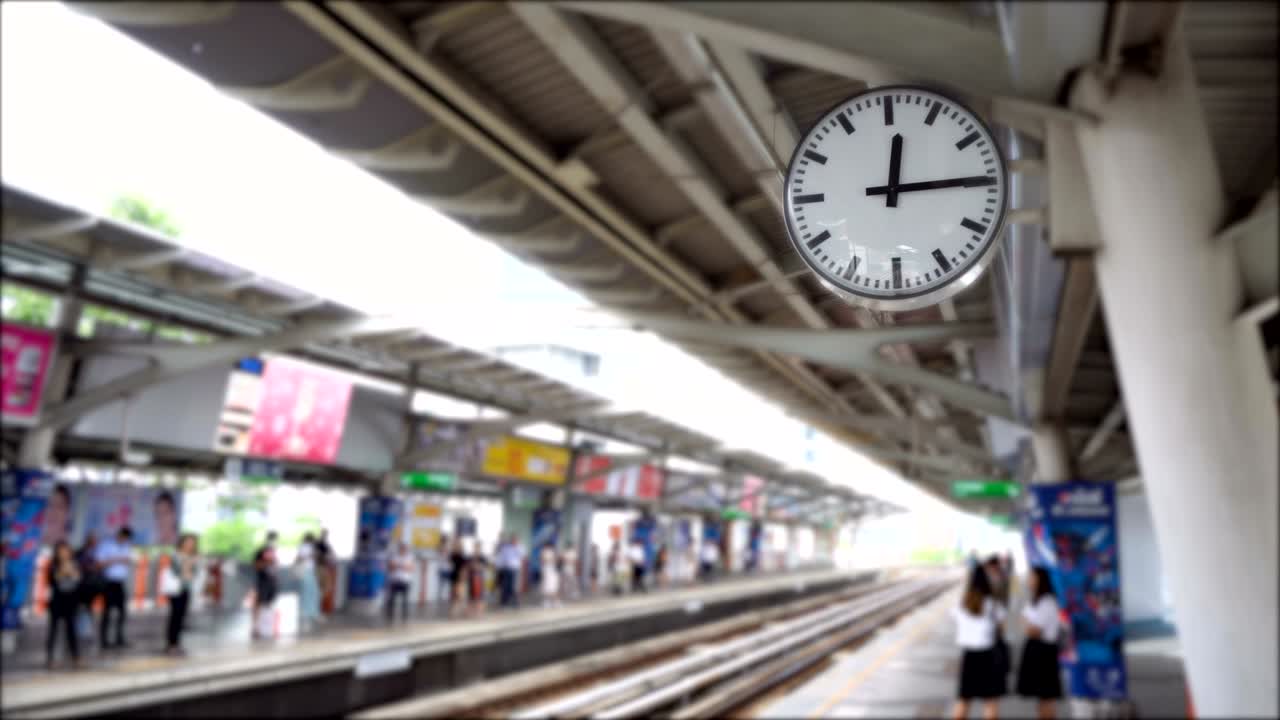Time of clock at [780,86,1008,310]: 12:14
